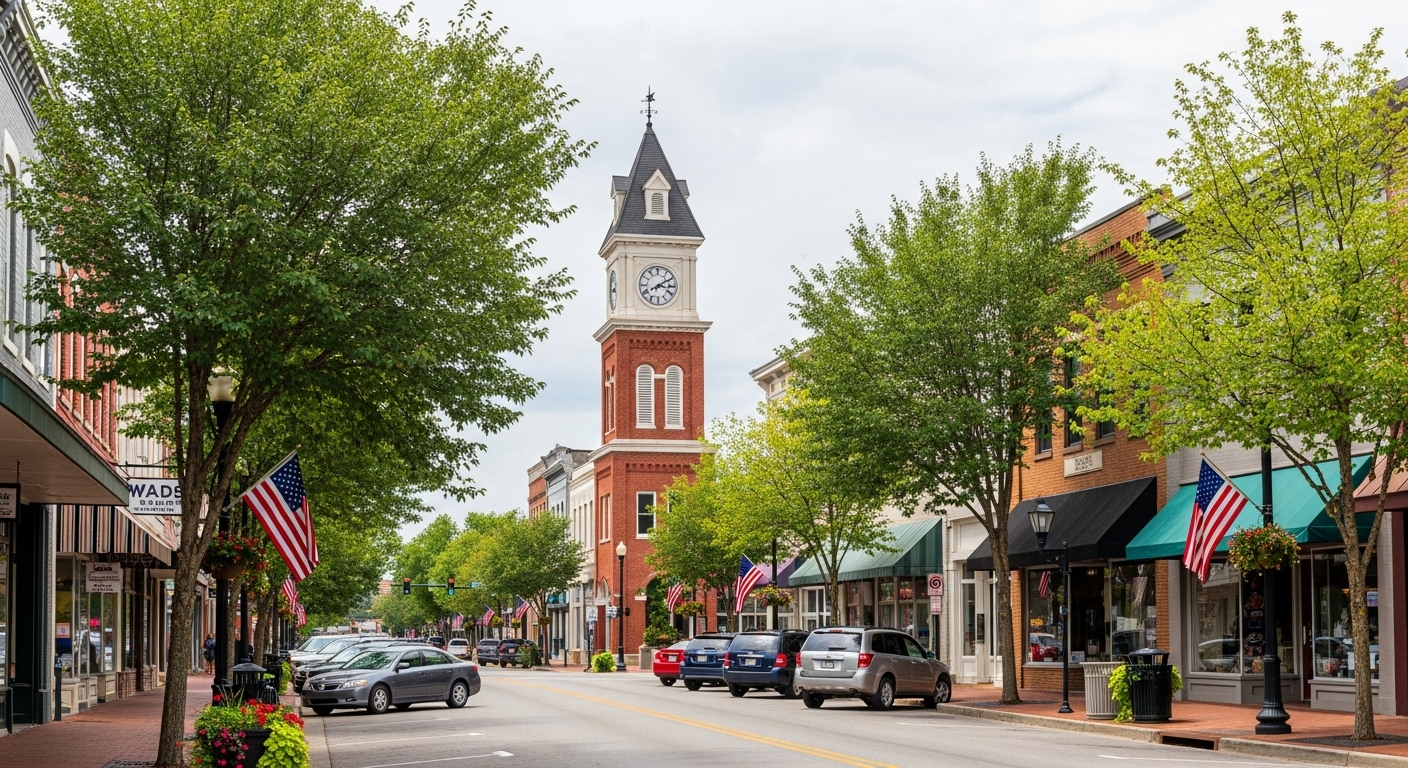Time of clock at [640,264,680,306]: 3:09
